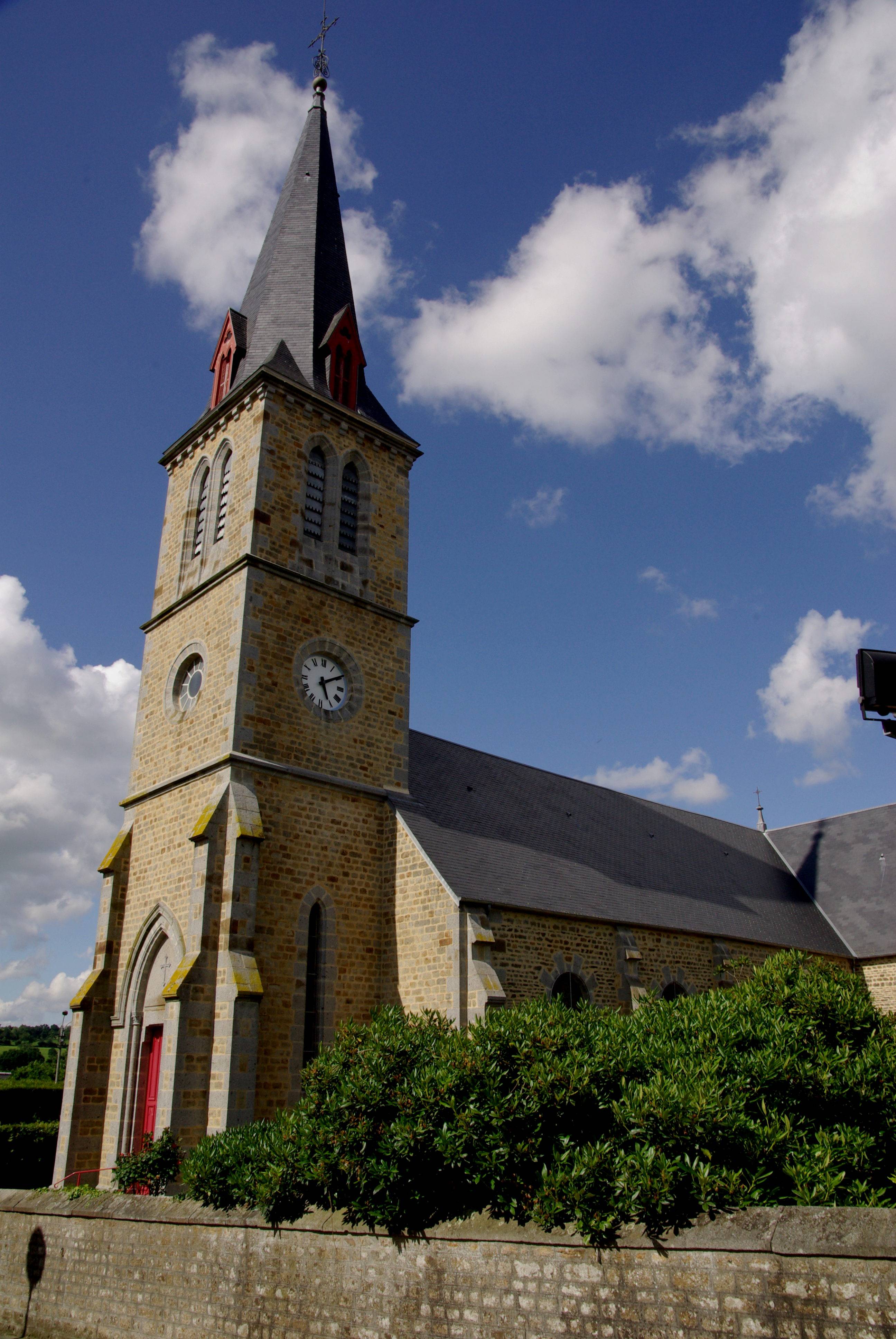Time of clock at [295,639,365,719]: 5:09
